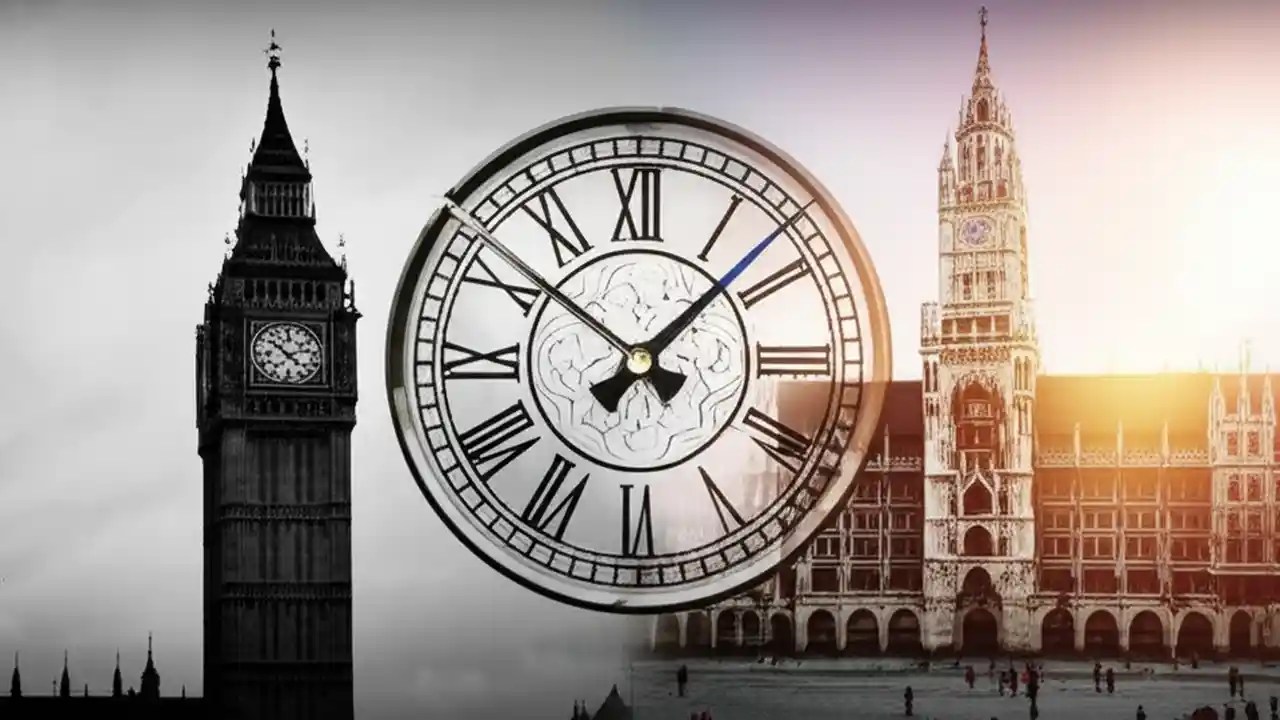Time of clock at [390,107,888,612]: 10:07
